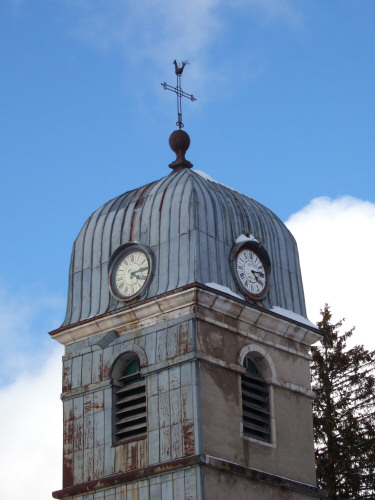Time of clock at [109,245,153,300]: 4:14
